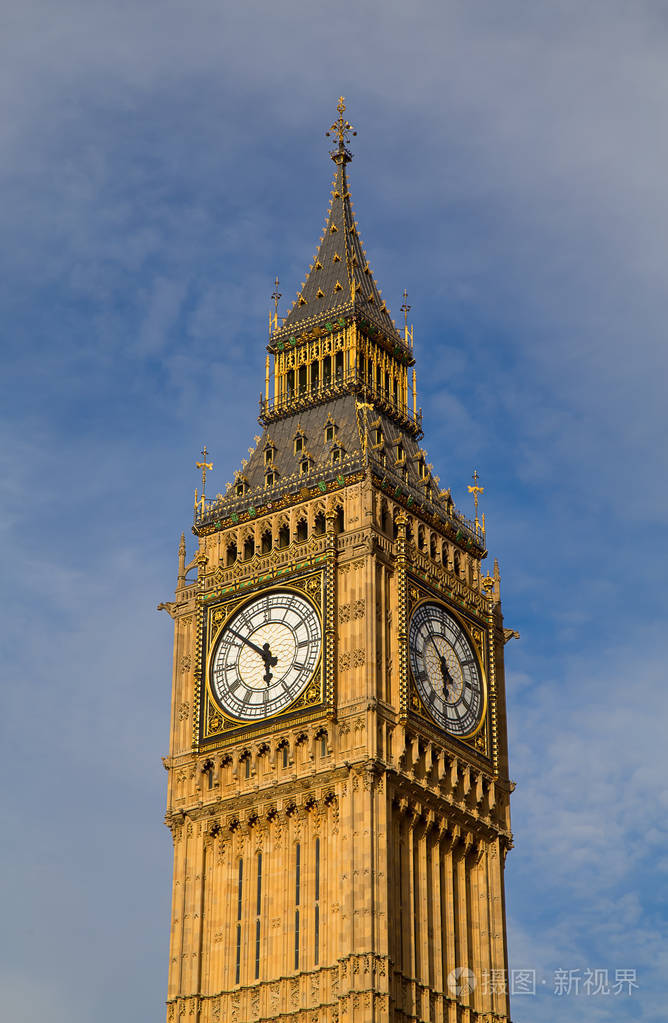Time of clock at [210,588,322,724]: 5:51
